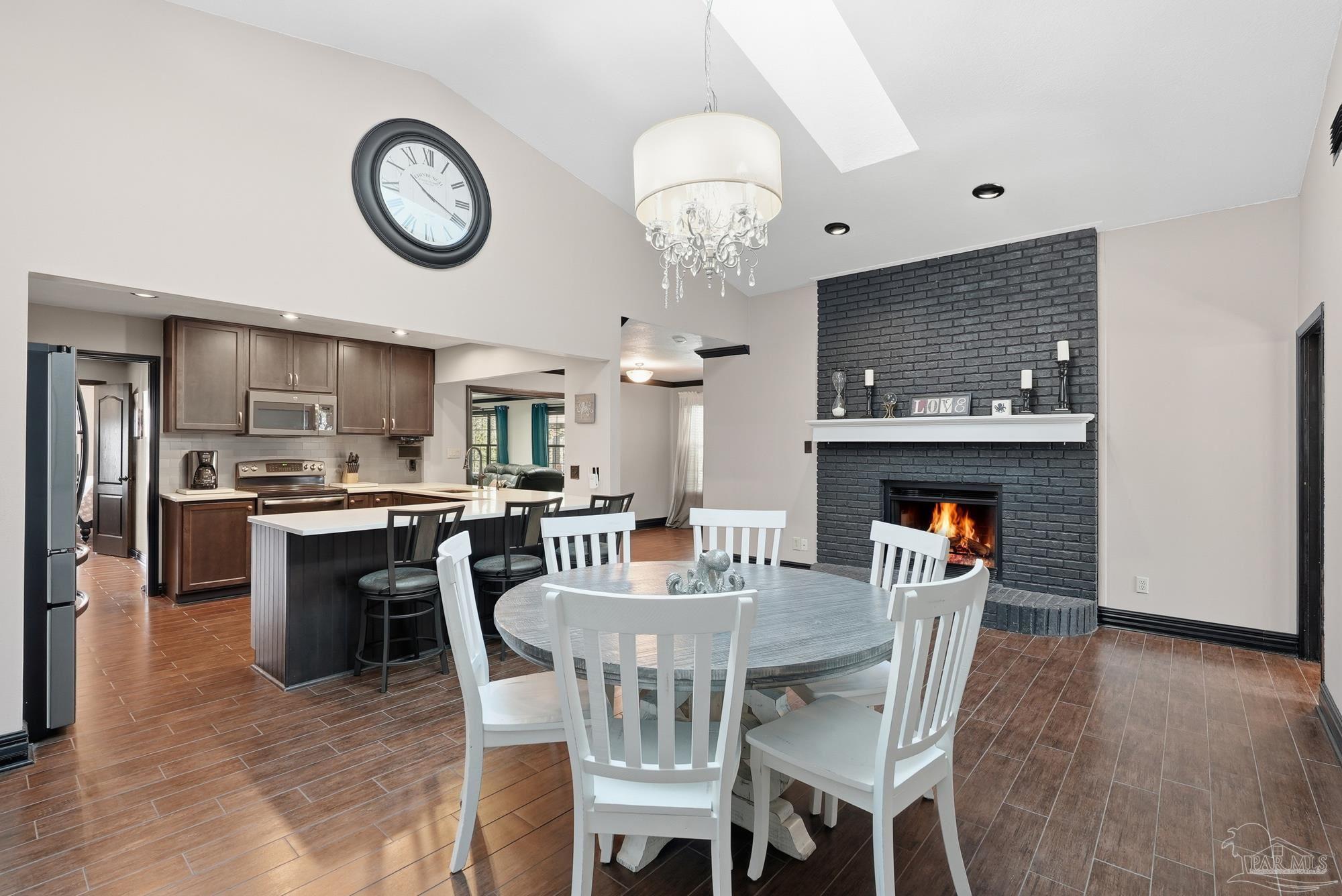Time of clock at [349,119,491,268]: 10:19
